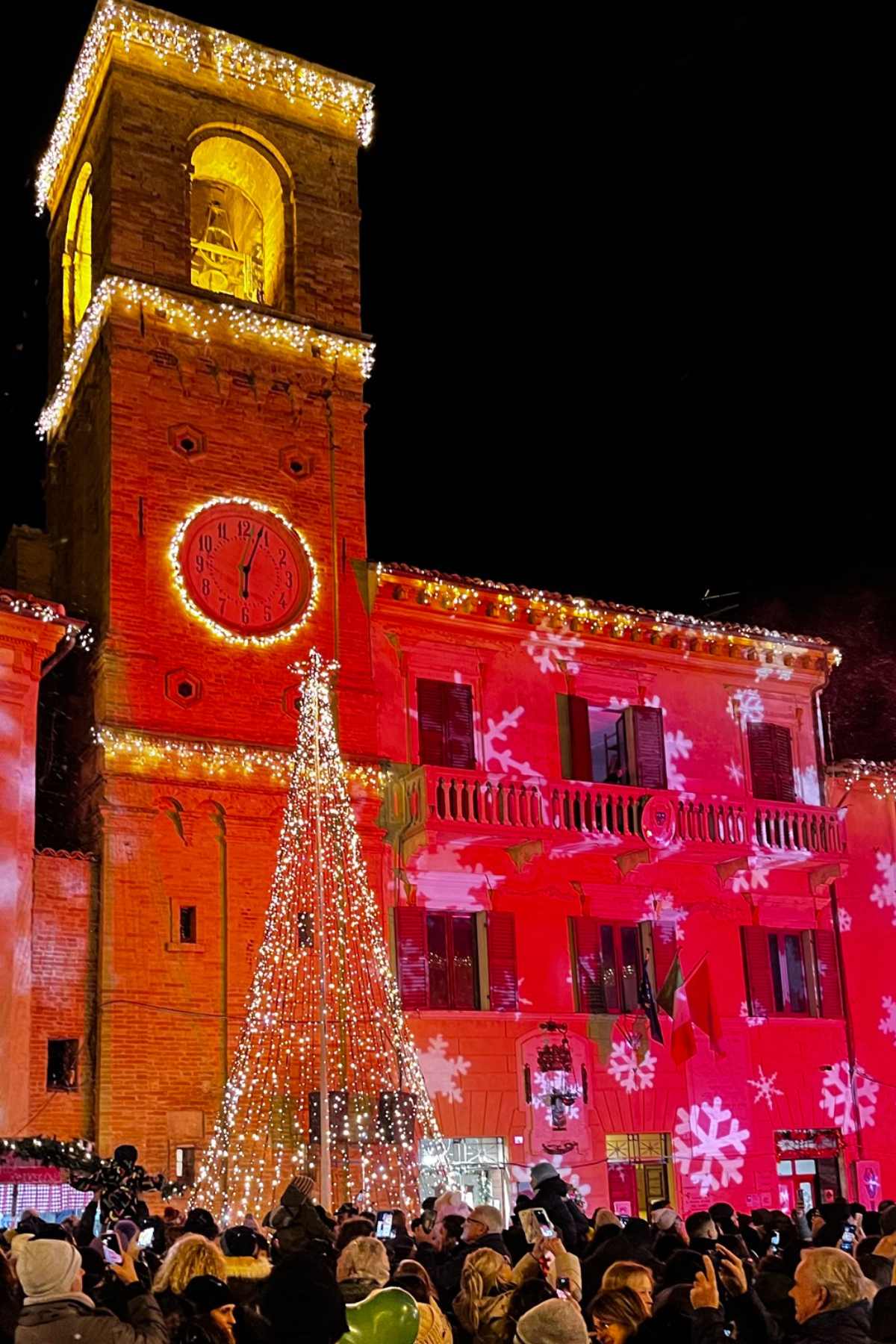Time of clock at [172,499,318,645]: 6:03
